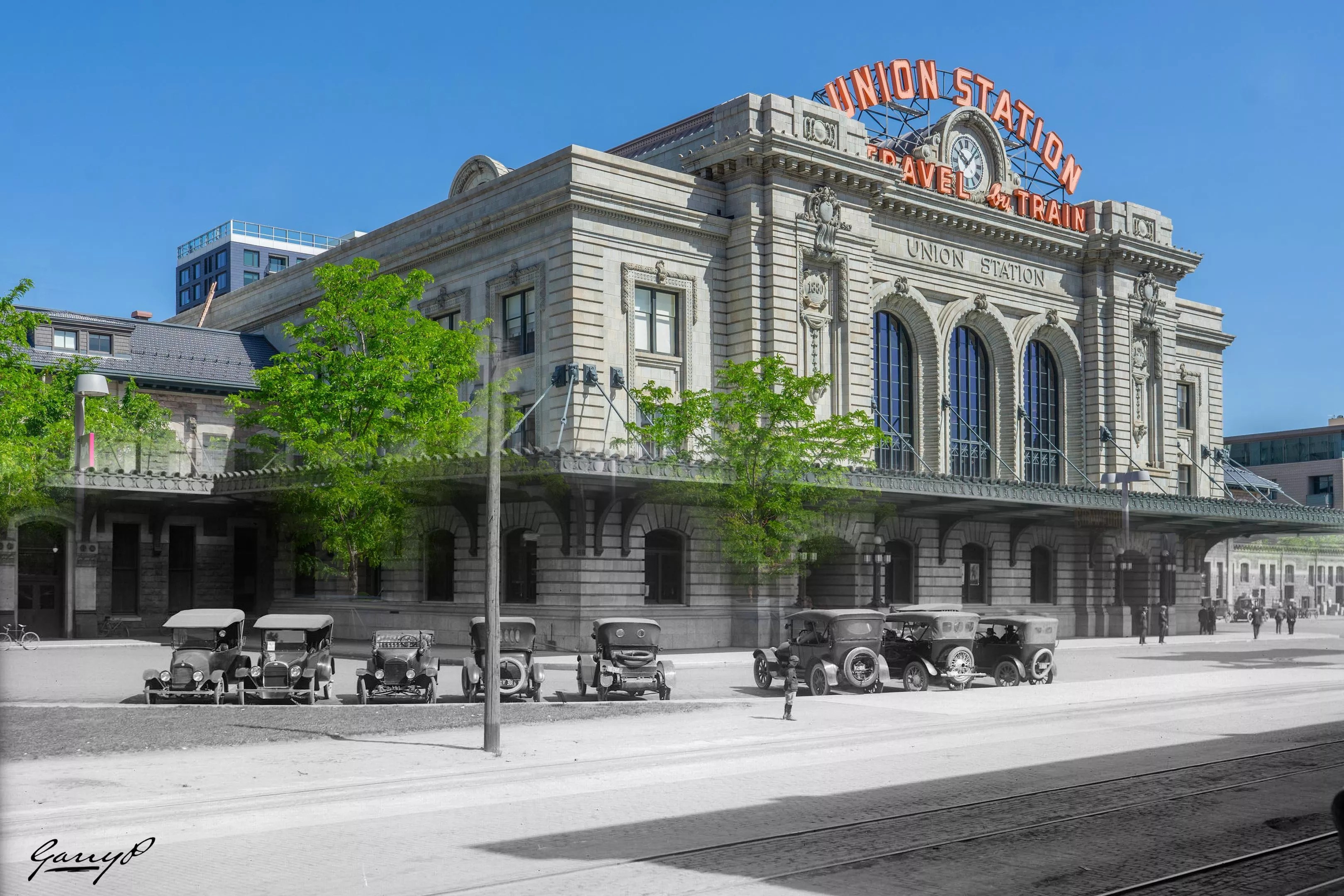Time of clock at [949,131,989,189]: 10:07
